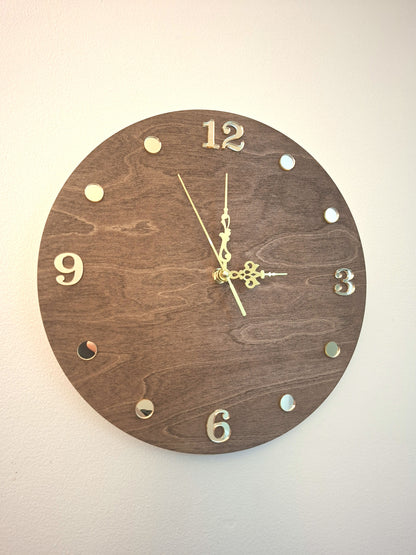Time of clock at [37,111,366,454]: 3:00
